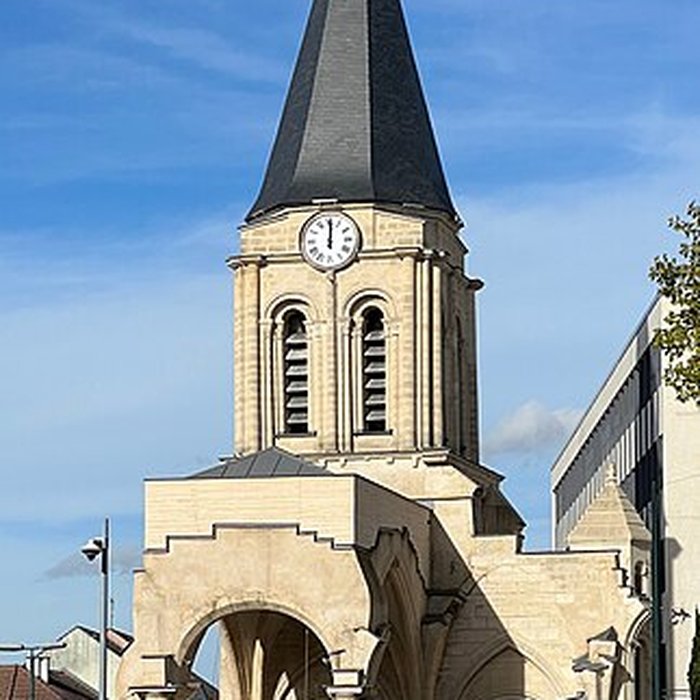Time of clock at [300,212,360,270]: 12:00
